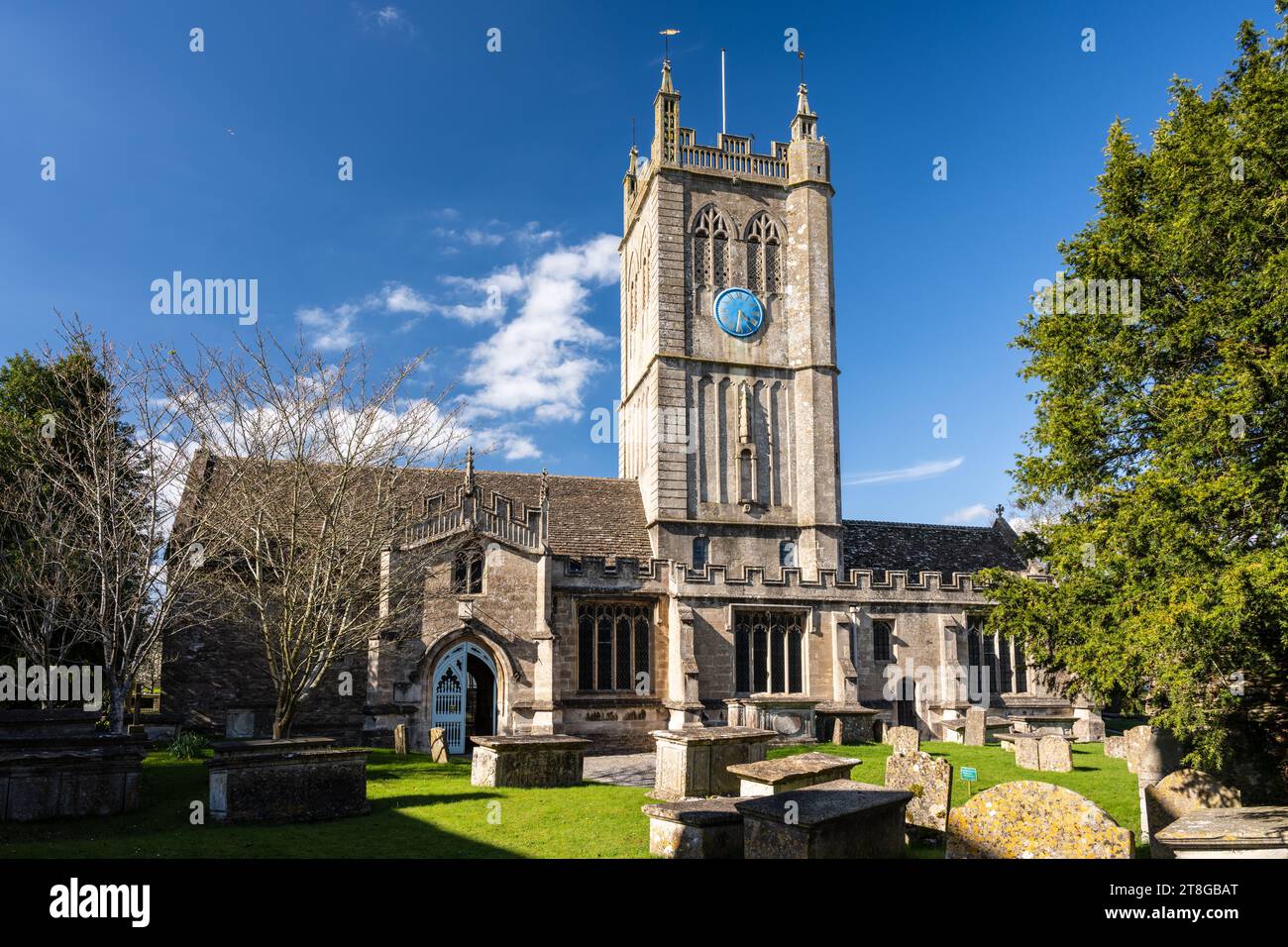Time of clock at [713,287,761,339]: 4:31
